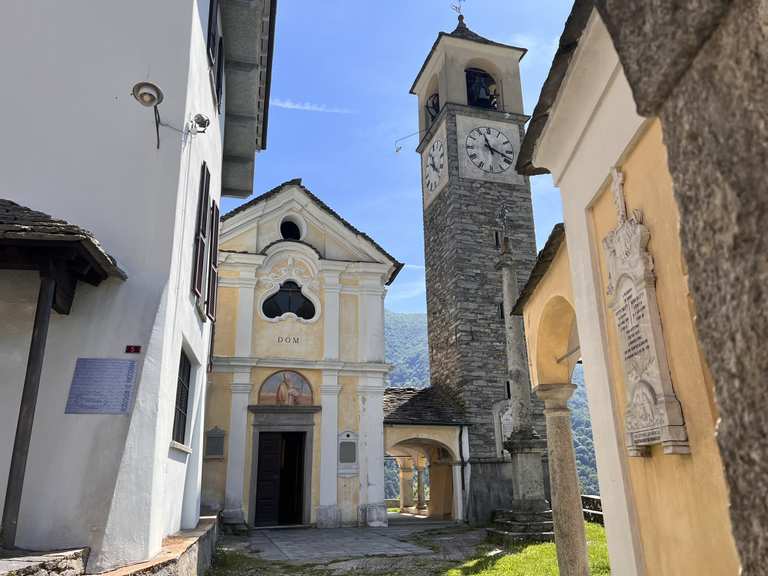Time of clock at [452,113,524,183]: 11:18
